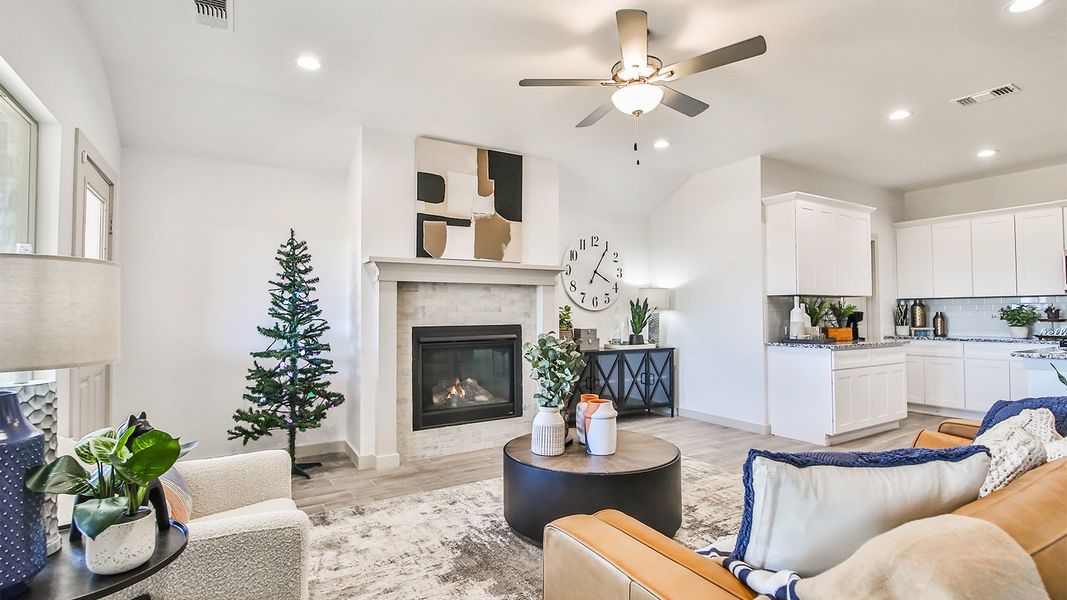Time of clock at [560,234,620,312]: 4:05
